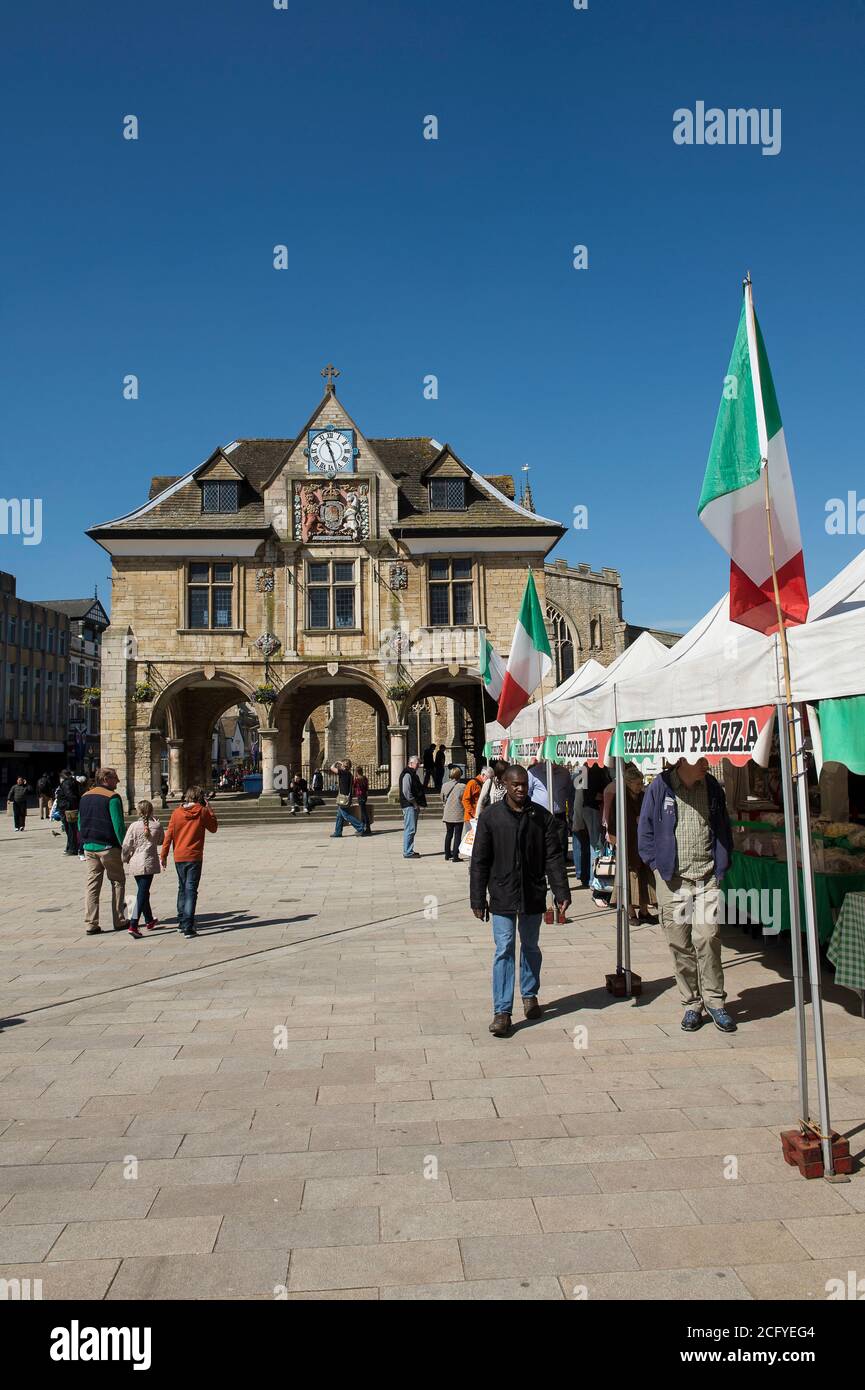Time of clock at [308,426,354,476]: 11:27
